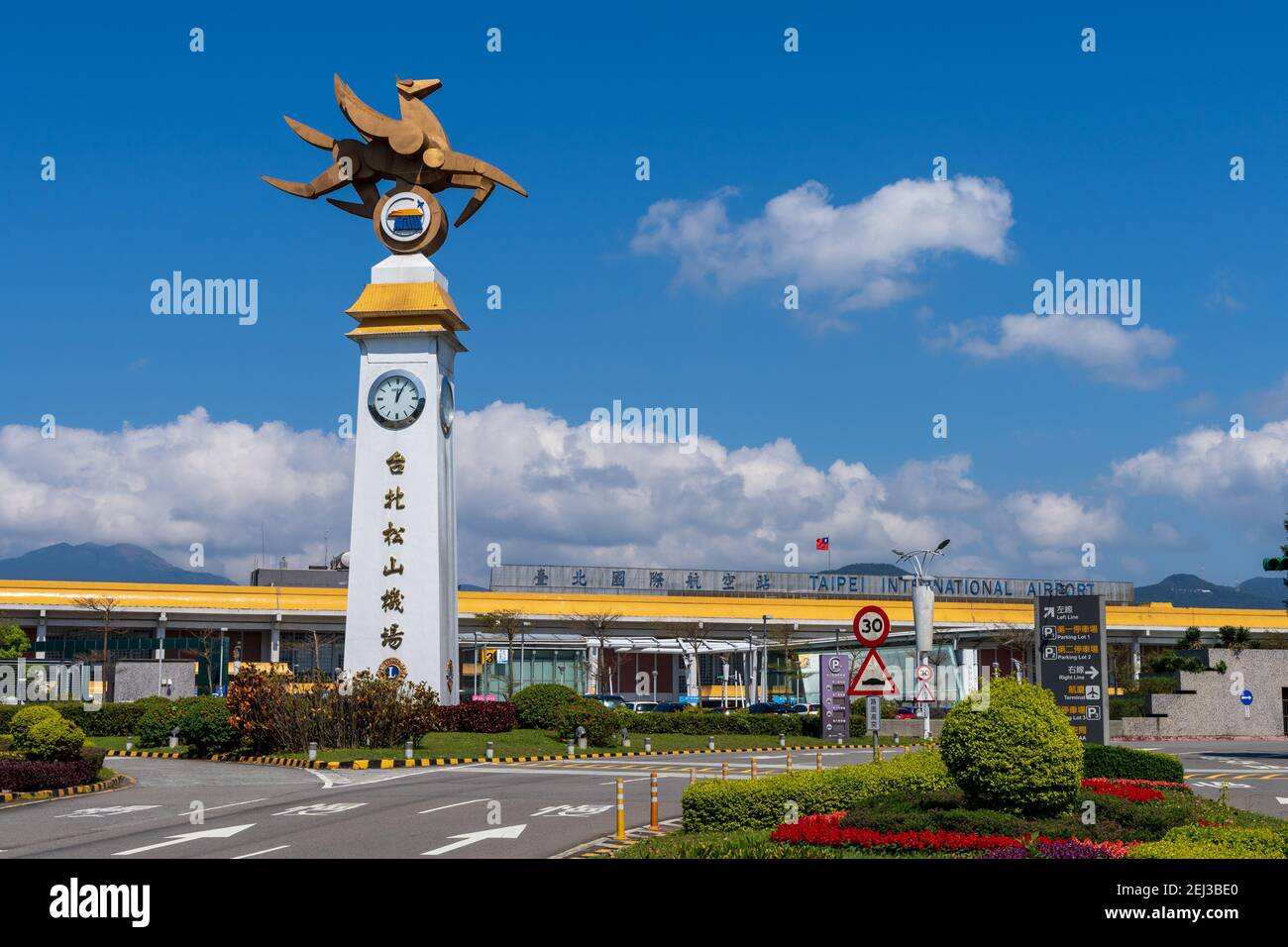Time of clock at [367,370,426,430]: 12:04
